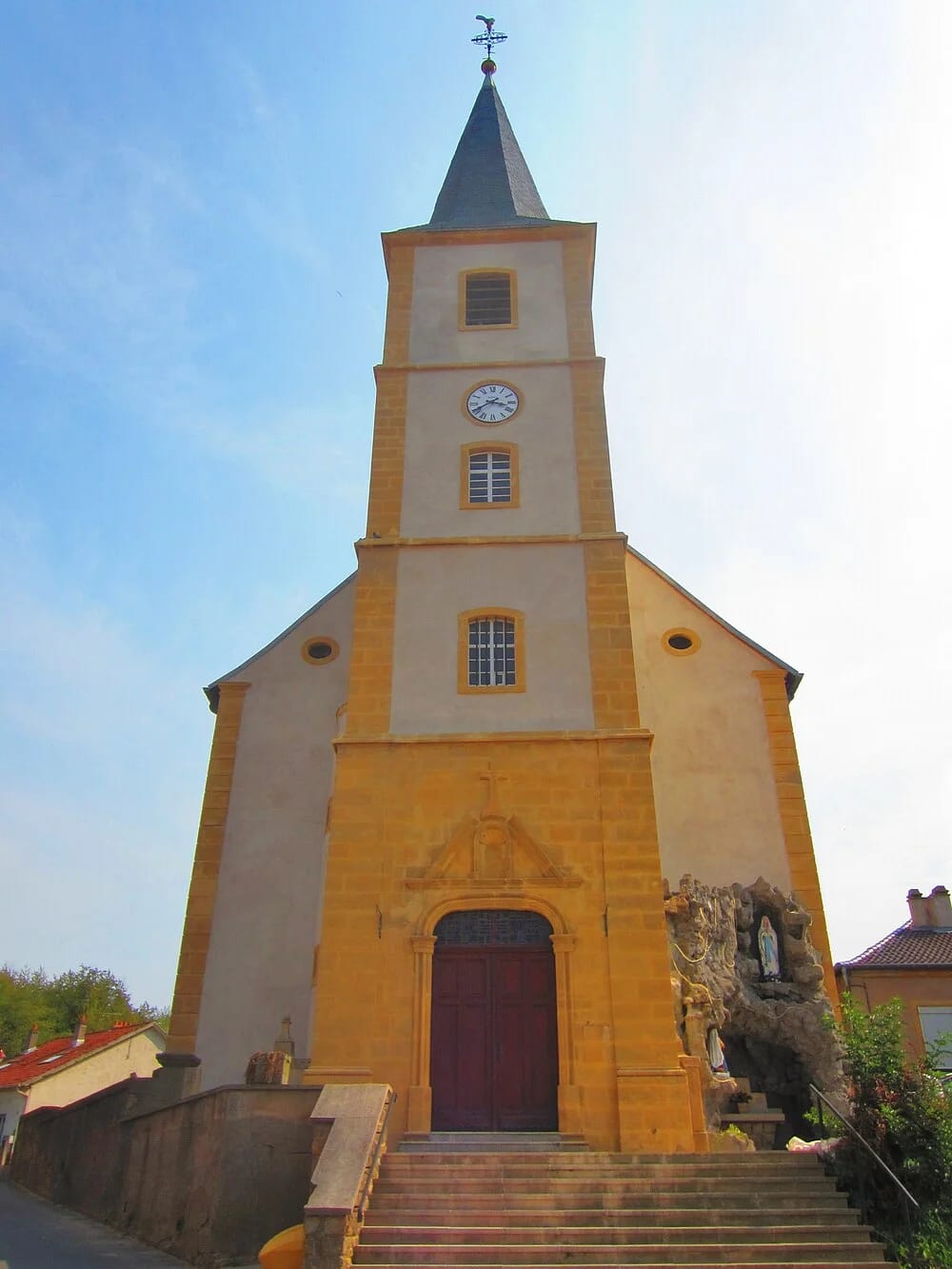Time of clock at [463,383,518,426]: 3:40
